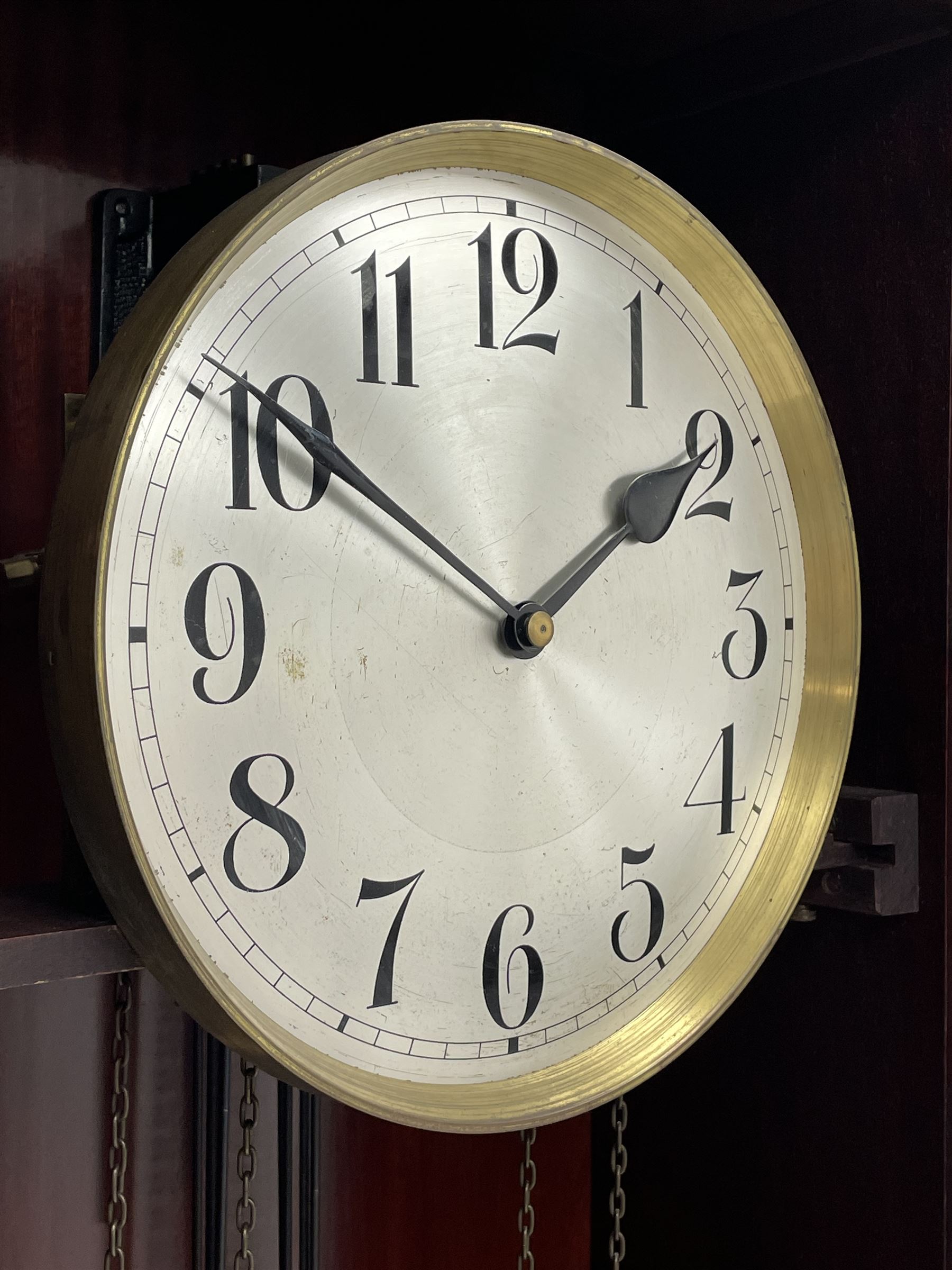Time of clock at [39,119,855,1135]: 1:50
